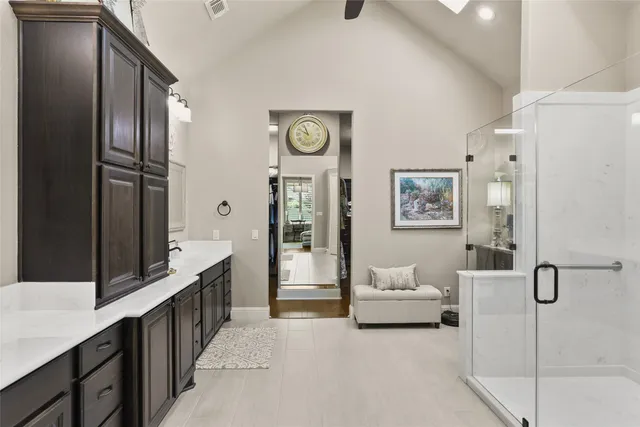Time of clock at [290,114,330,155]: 9:56
